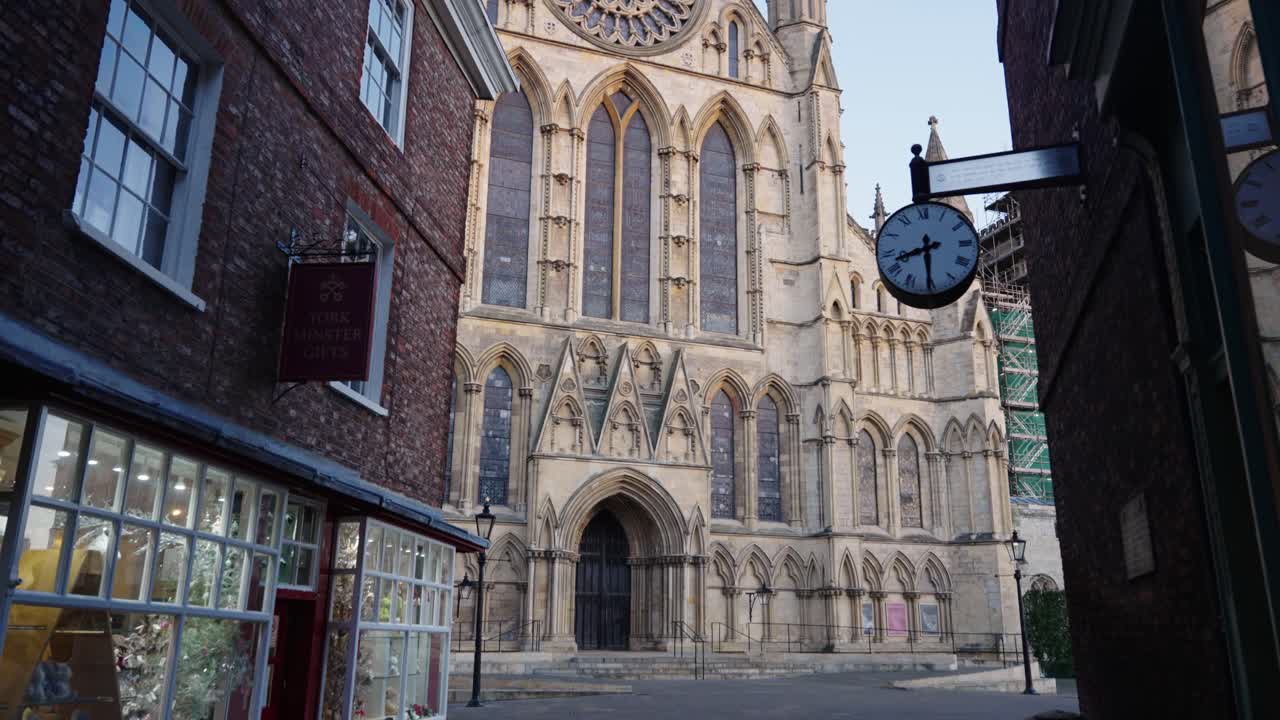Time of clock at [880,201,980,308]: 8:30
